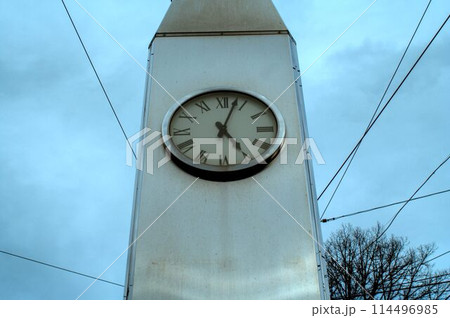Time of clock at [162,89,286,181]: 5:03
